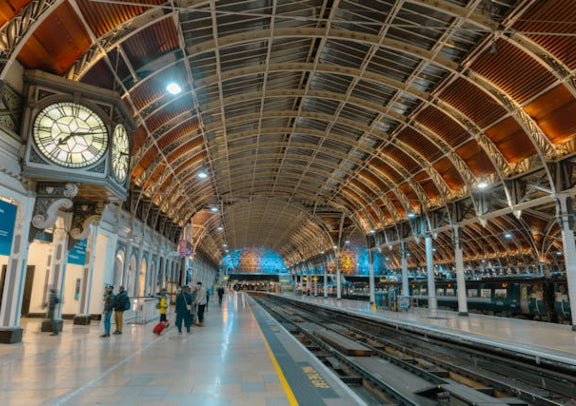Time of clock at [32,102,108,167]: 7:12
